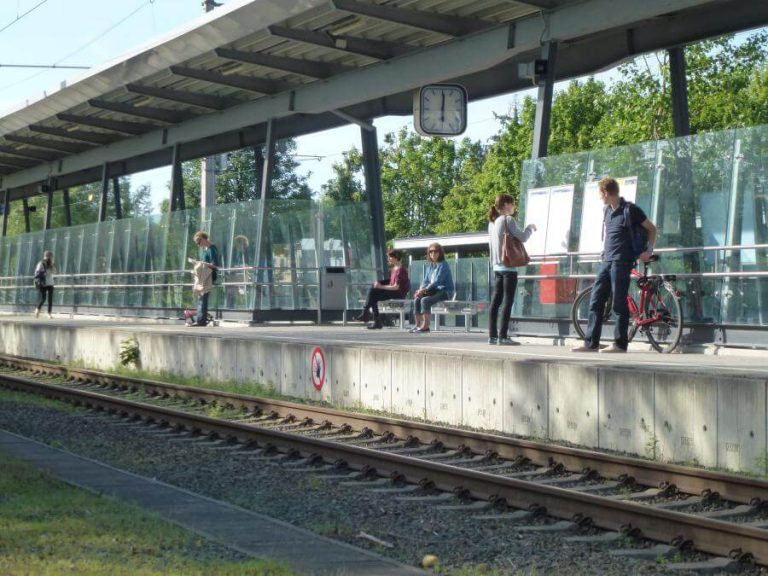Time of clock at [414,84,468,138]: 6:00
